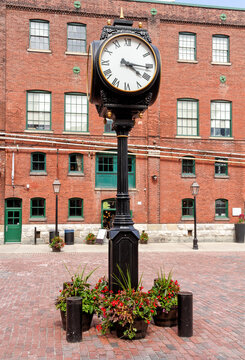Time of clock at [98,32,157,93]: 4:15
